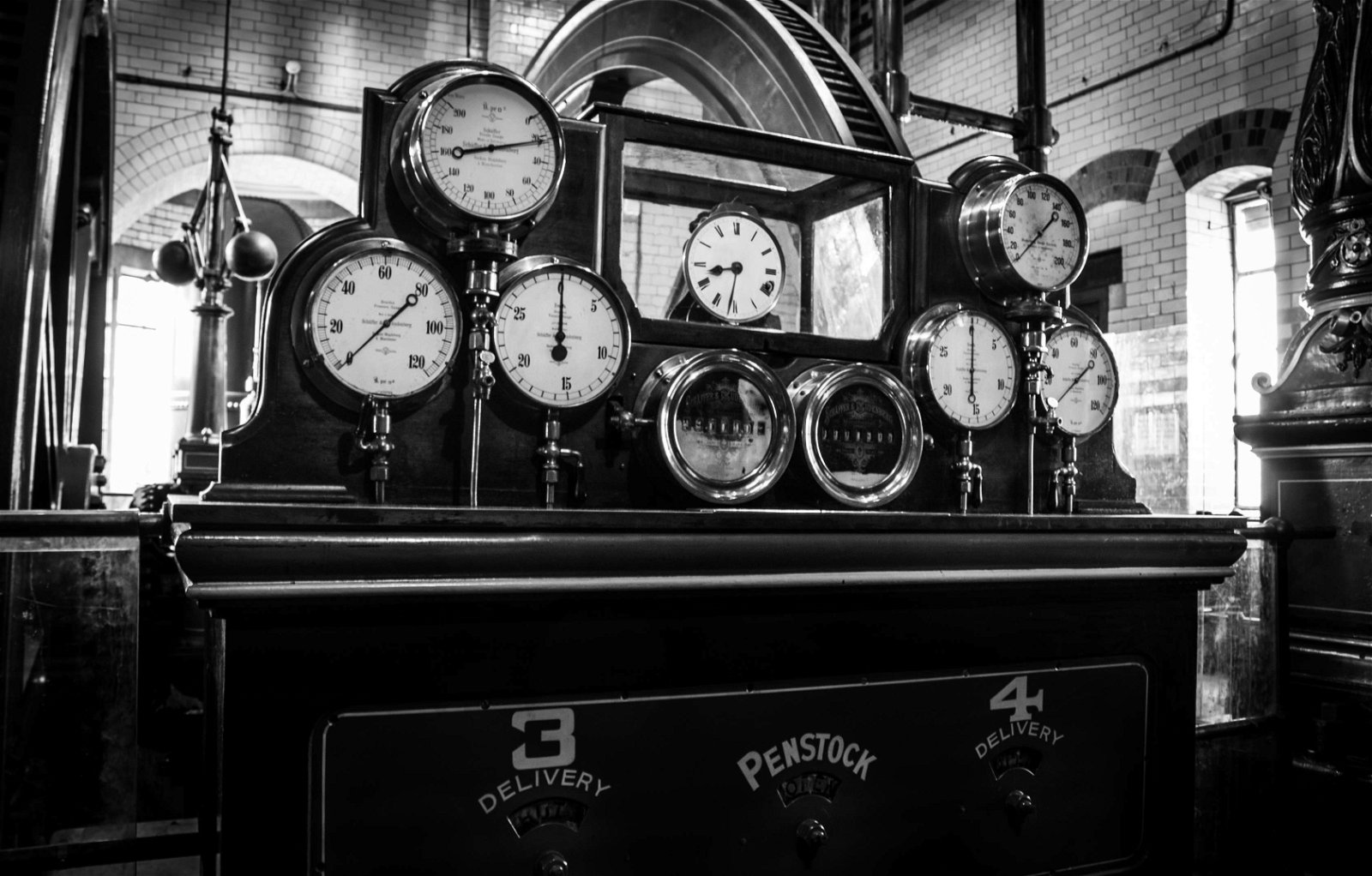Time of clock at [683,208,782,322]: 8:31
